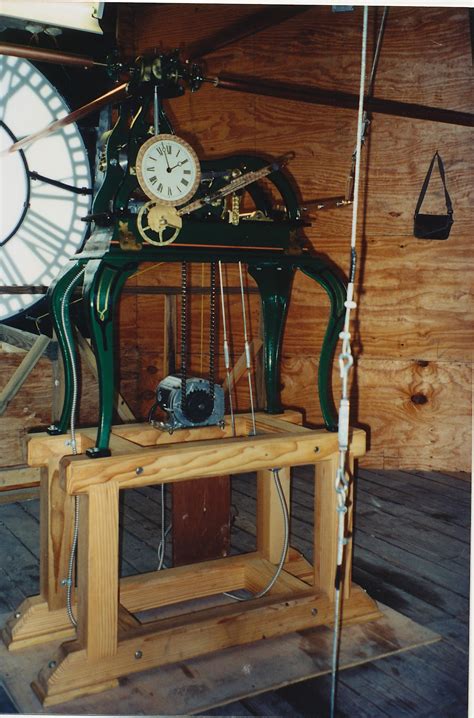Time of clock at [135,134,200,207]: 1:57
